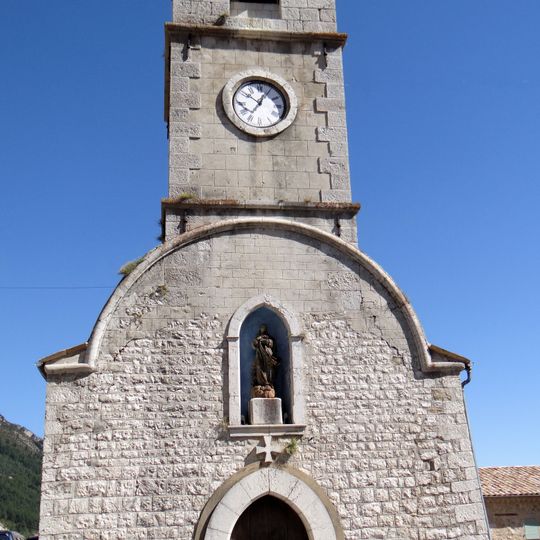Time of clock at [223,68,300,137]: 12:51
